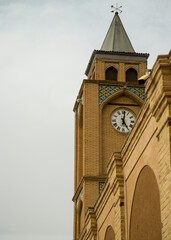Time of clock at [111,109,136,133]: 5:01
